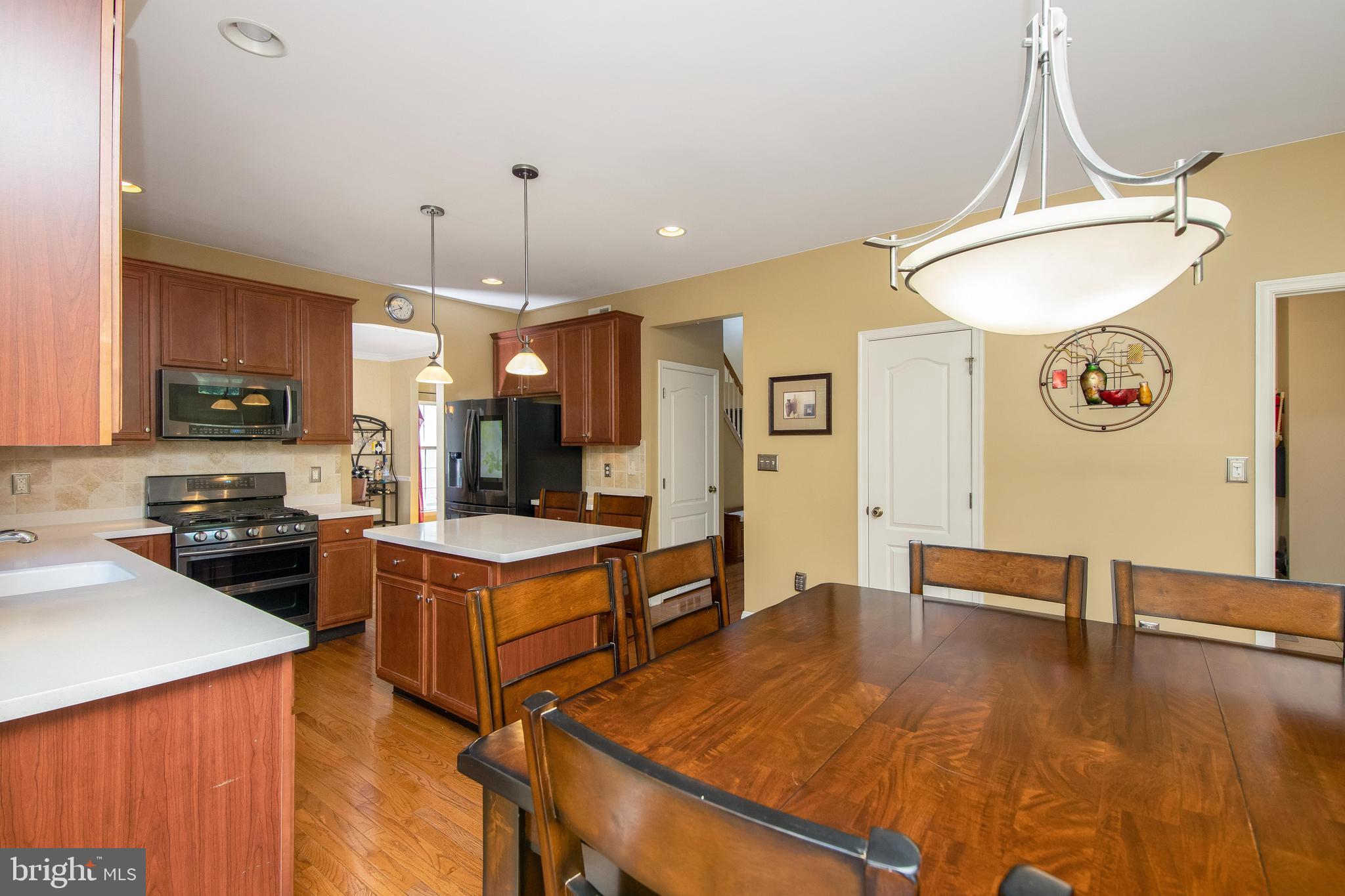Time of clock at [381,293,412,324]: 10:41
